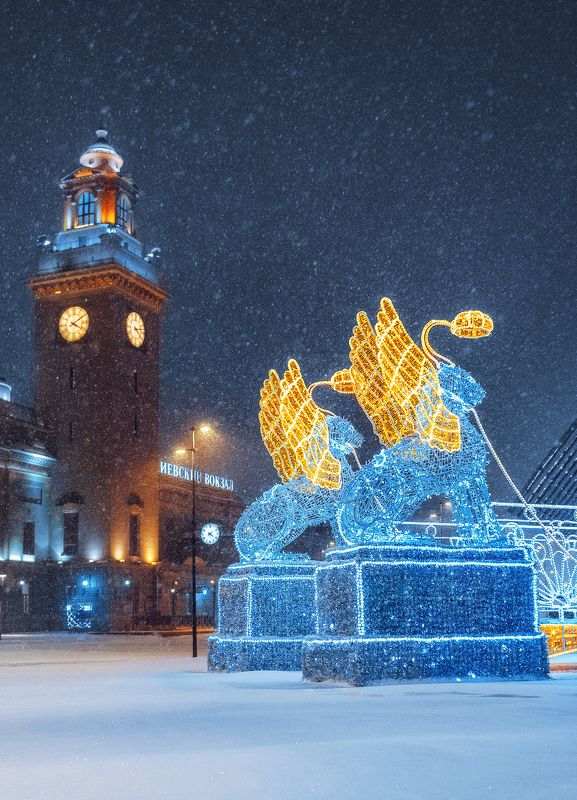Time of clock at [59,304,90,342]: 4:09
